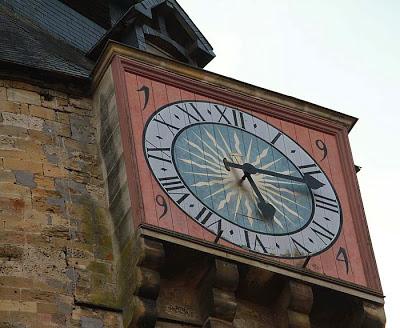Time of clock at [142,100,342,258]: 5:12
